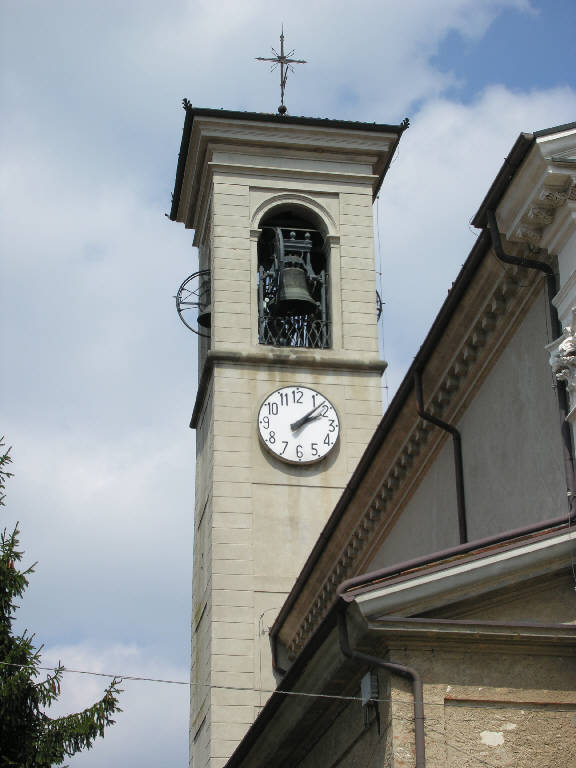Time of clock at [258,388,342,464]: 2:07
